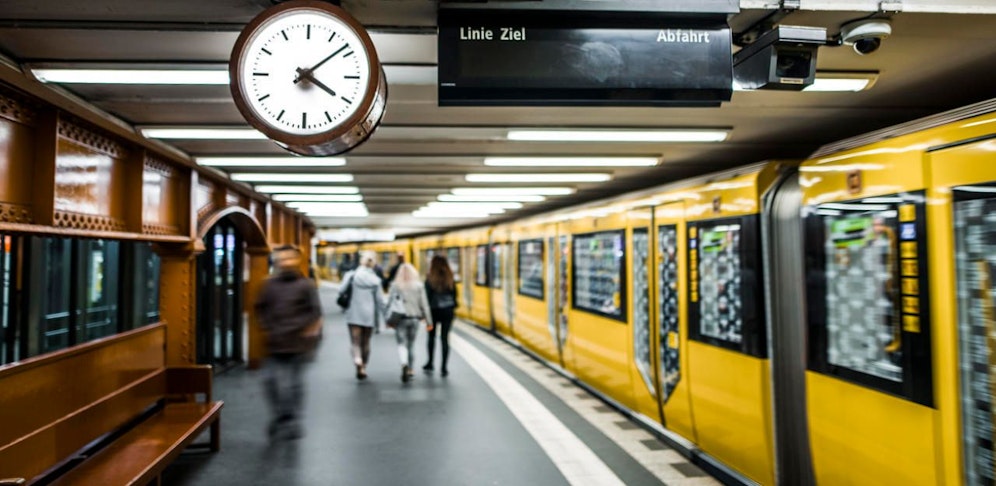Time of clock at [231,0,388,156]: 4:08
